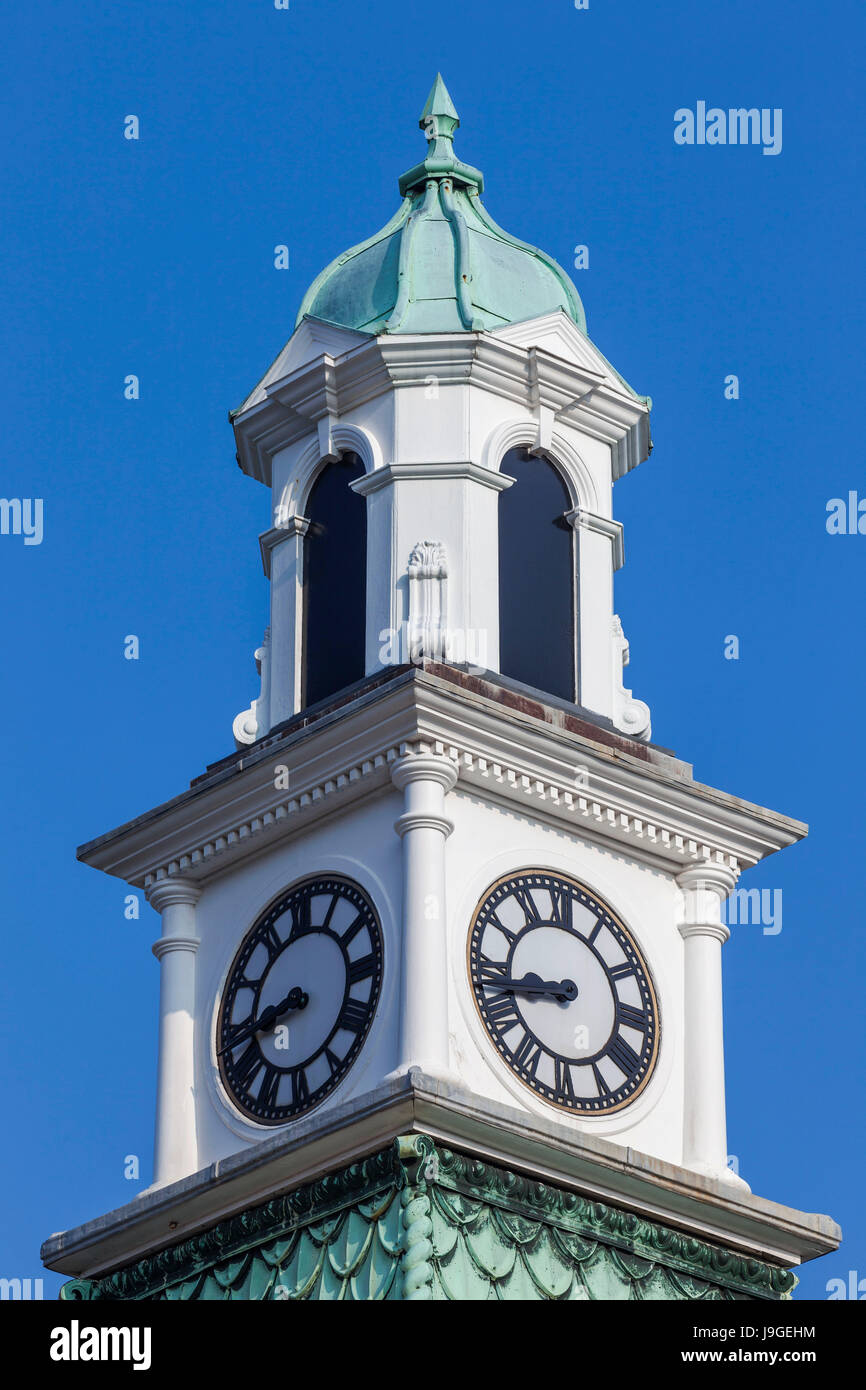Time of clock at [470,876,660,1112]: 8:43
